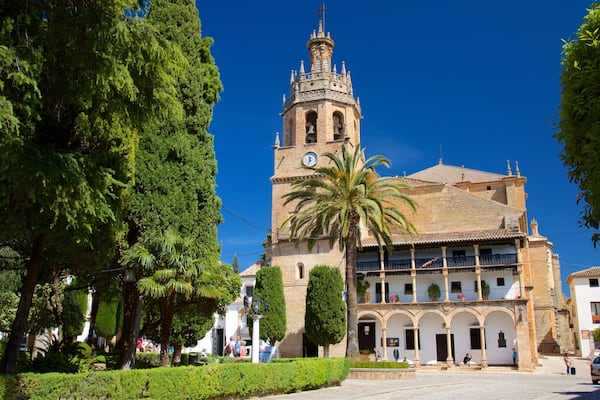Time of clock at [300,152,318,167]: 5:32
